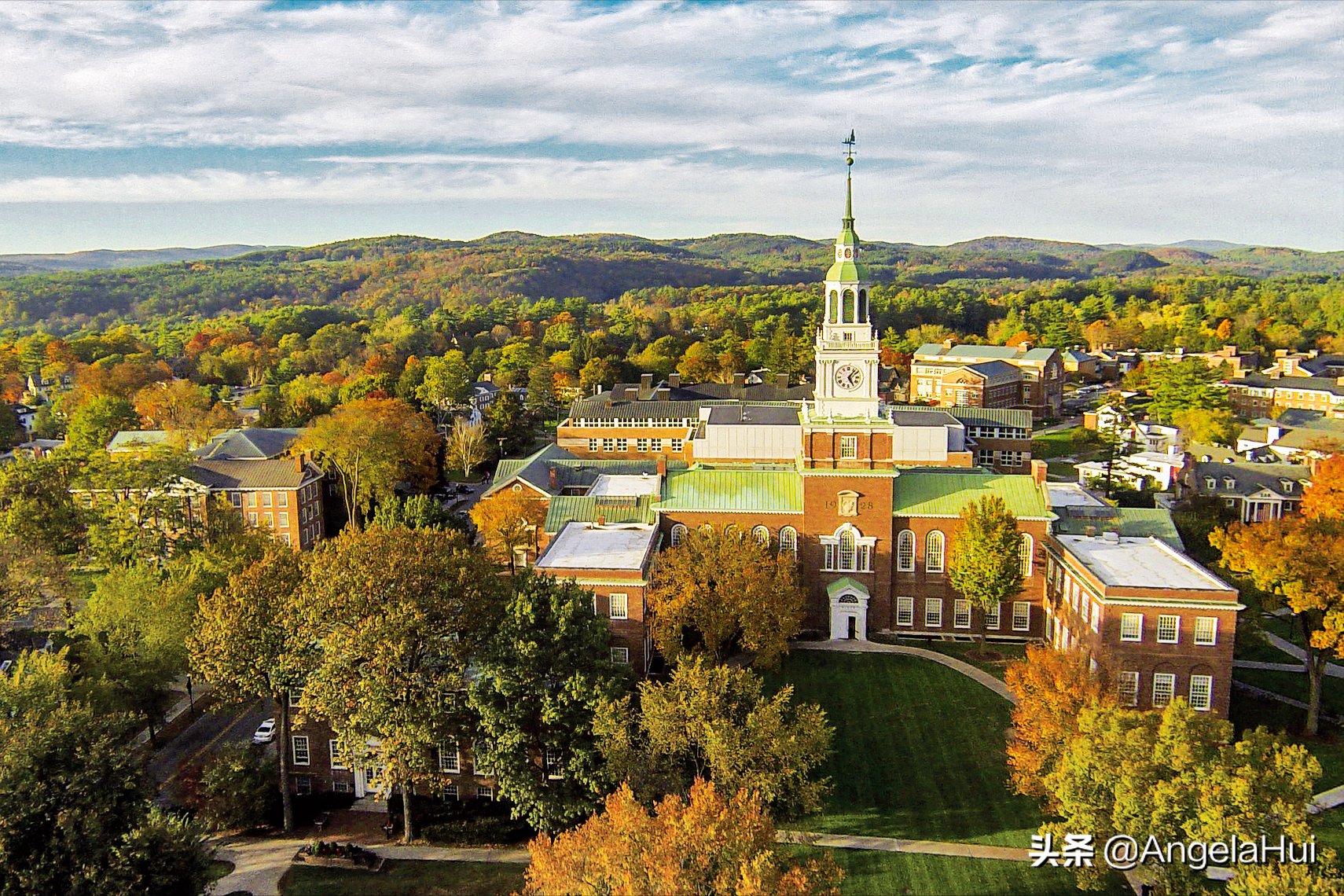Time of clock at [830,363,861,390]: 5:06
